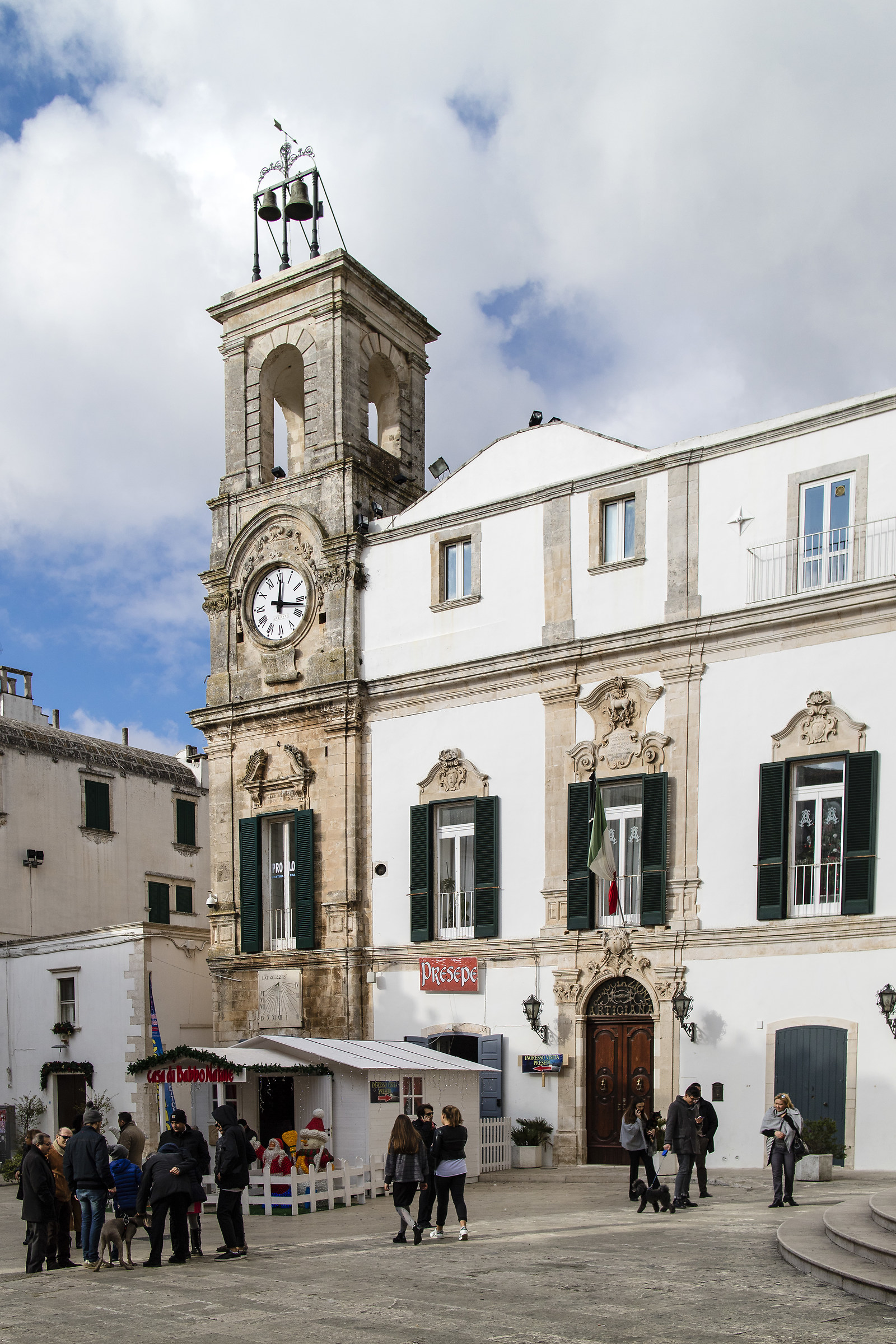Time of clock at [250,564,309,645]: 12:16
